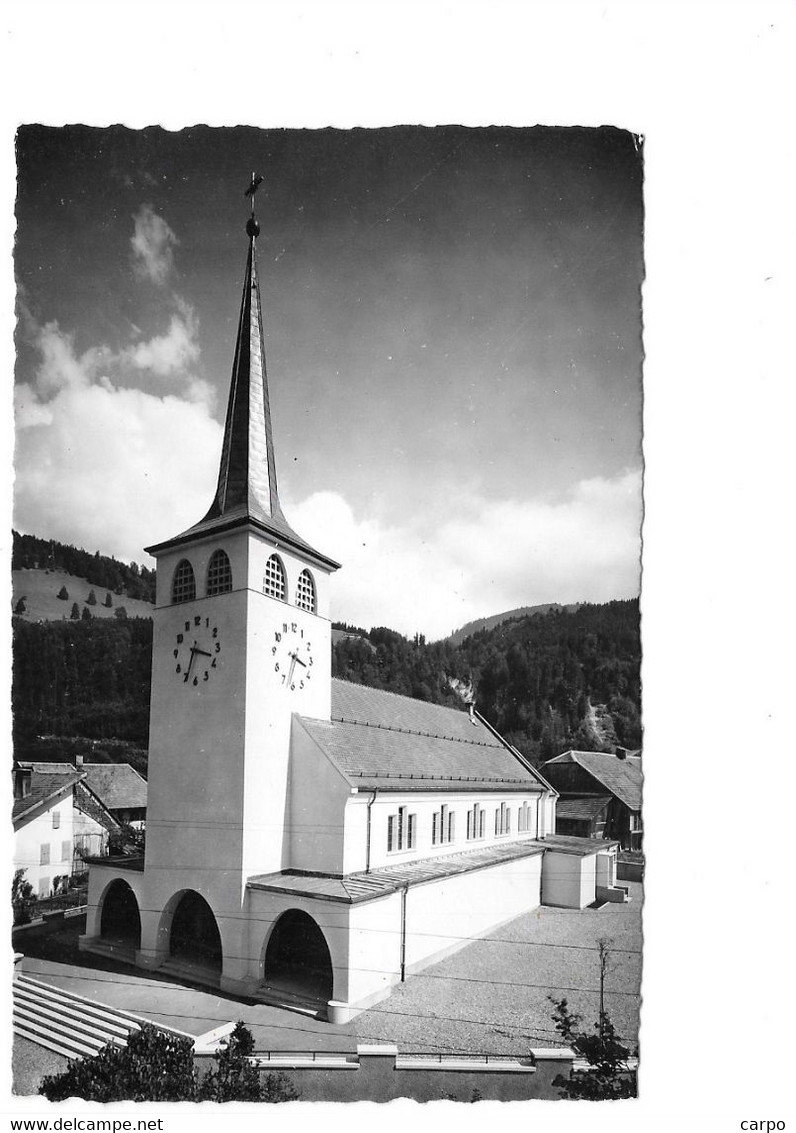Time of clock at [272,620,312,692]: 3:32
